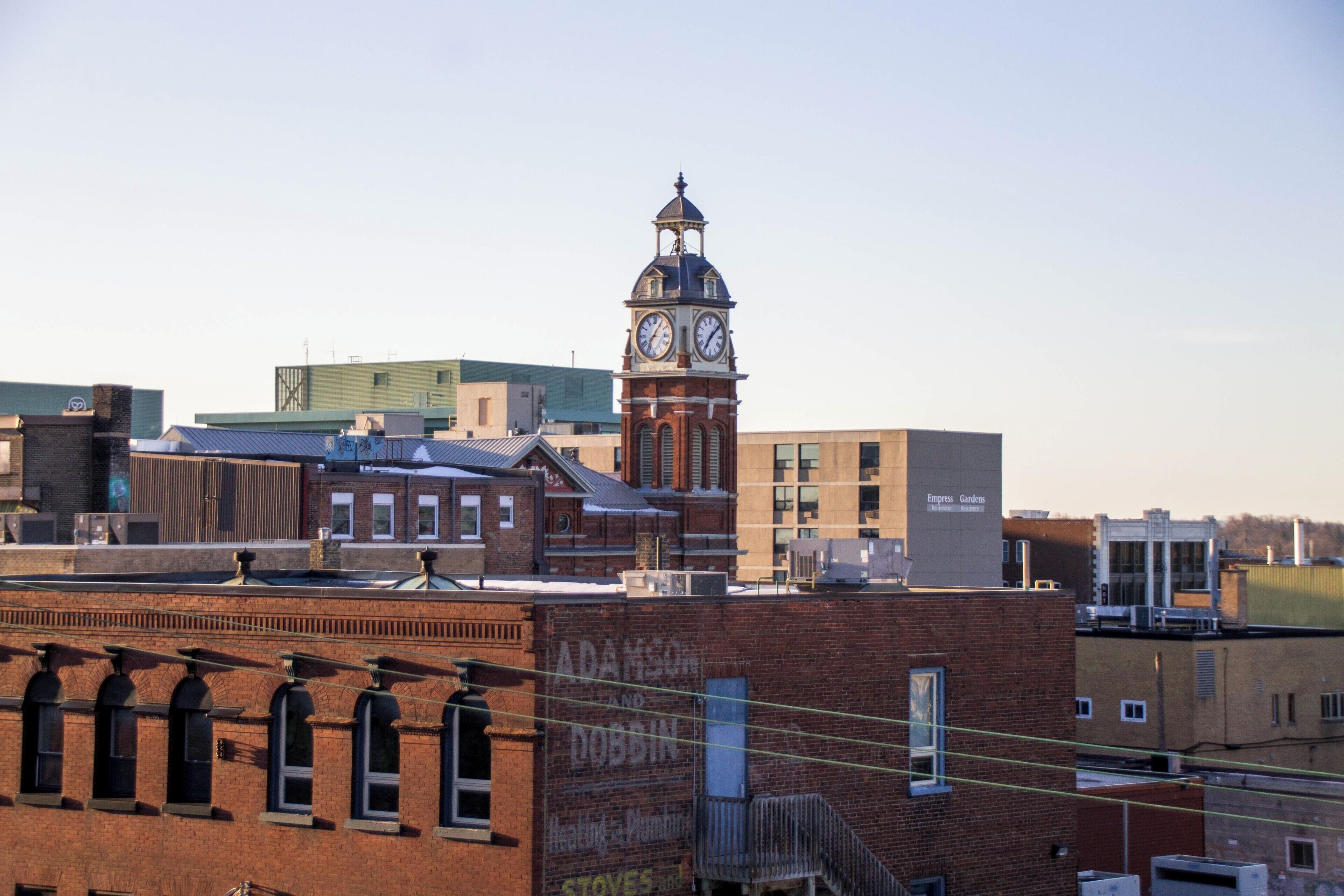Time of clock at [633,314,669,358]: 7:06
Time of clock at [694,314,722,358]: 7:08
